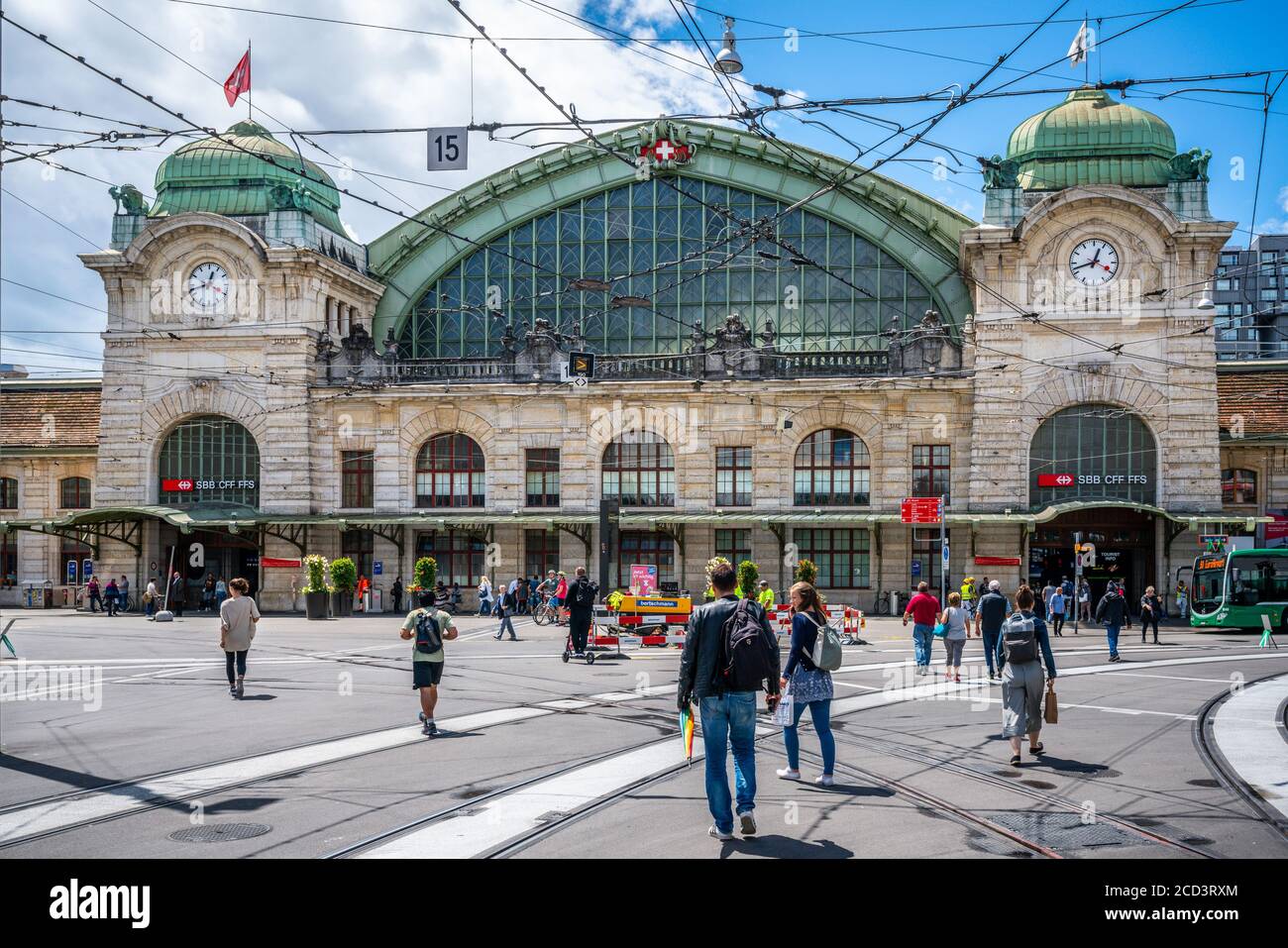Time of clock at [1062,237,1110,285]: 12:42
